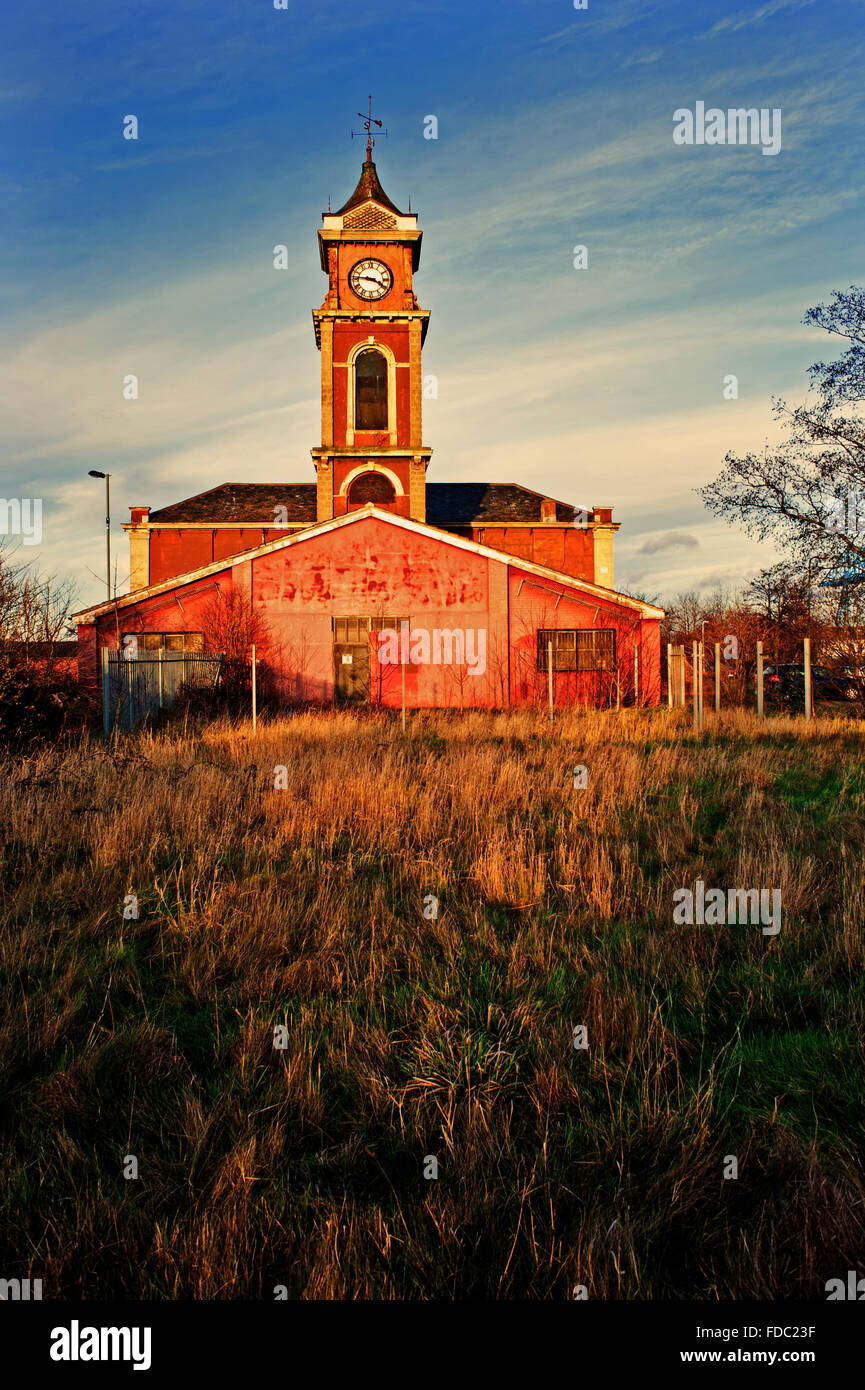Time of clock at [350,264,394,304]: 3:45
